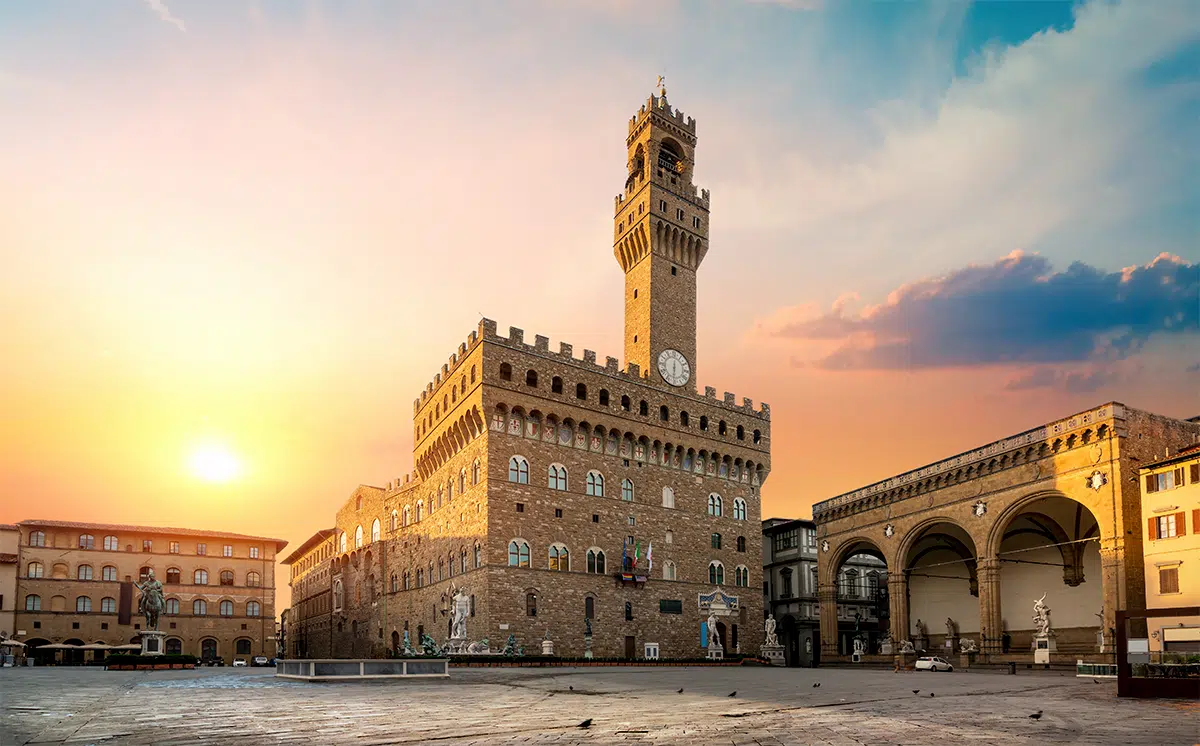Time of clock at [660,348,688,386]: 6:31
